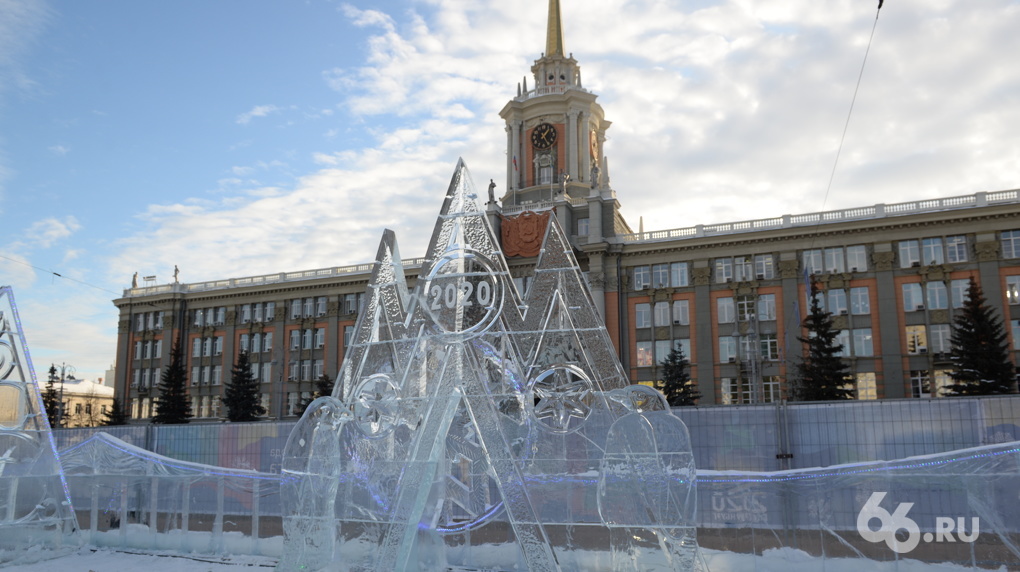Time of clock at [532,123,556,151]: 1:24
